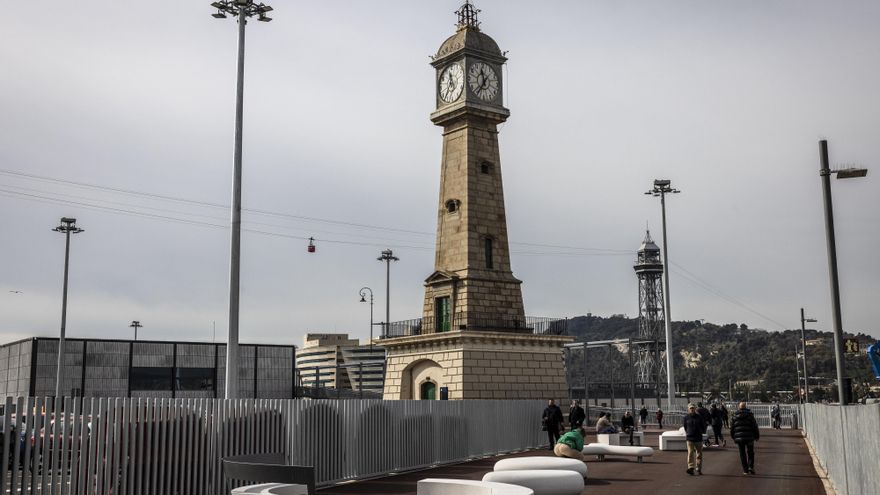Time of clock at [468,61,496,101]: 11:35
